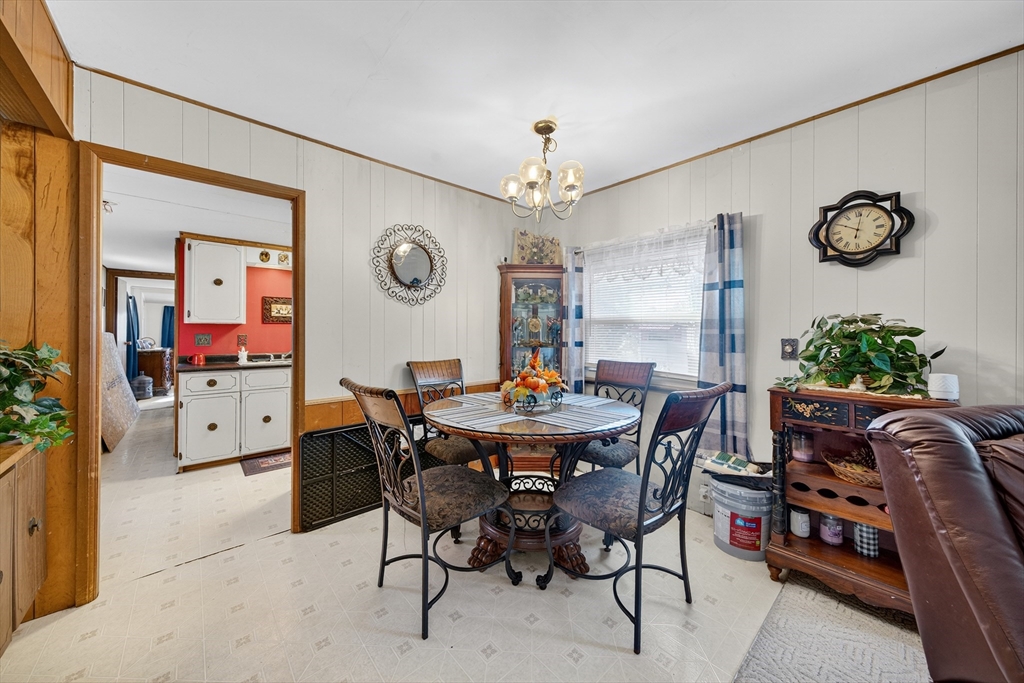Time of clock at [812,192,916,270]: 10:02
